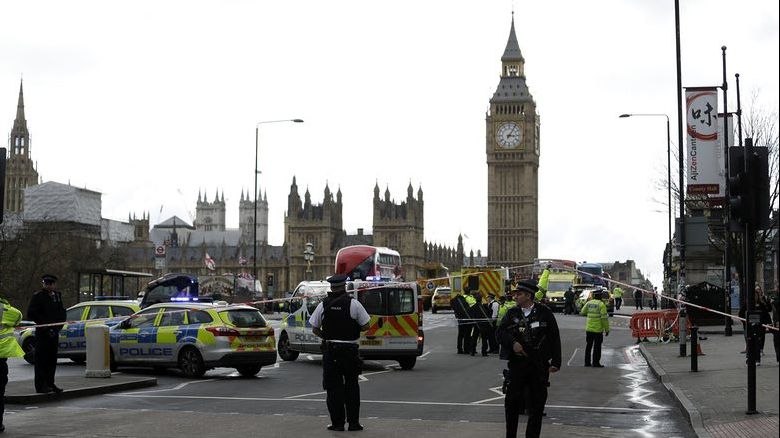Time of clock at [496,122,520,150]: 3:05
